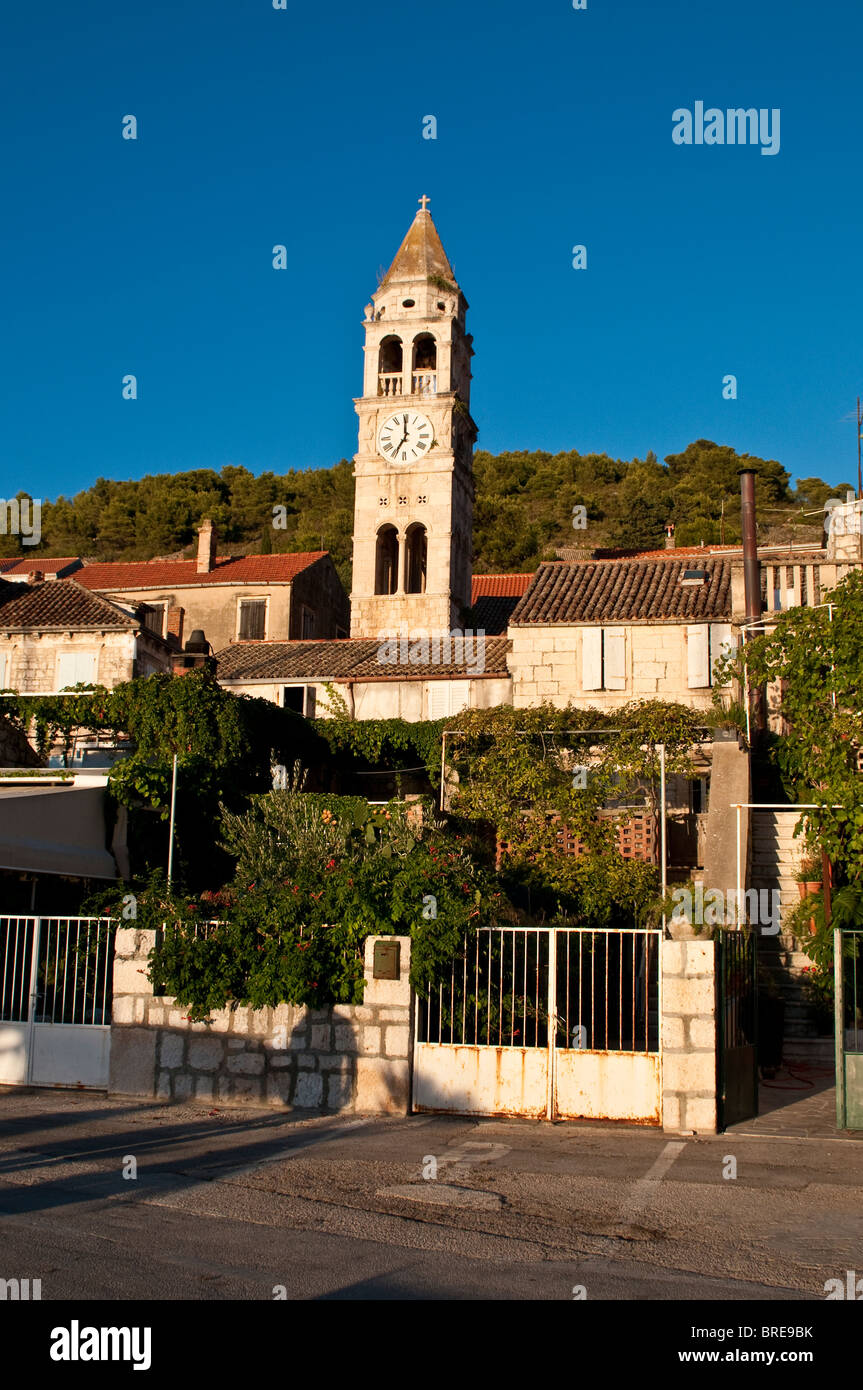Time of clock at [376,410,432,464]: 6:59
